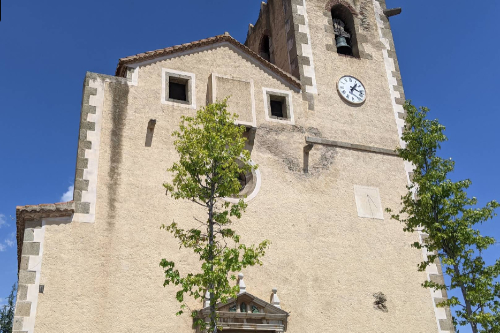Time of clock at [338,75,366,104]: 1:18
